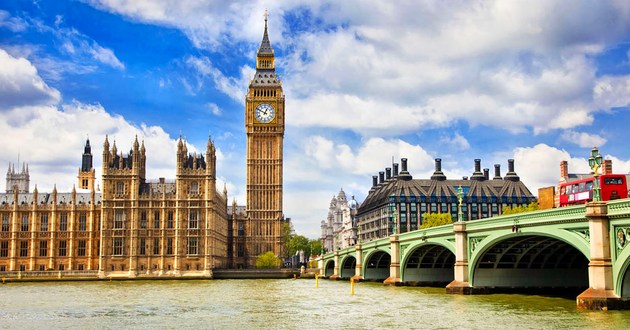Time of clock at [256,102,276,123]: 12:49
